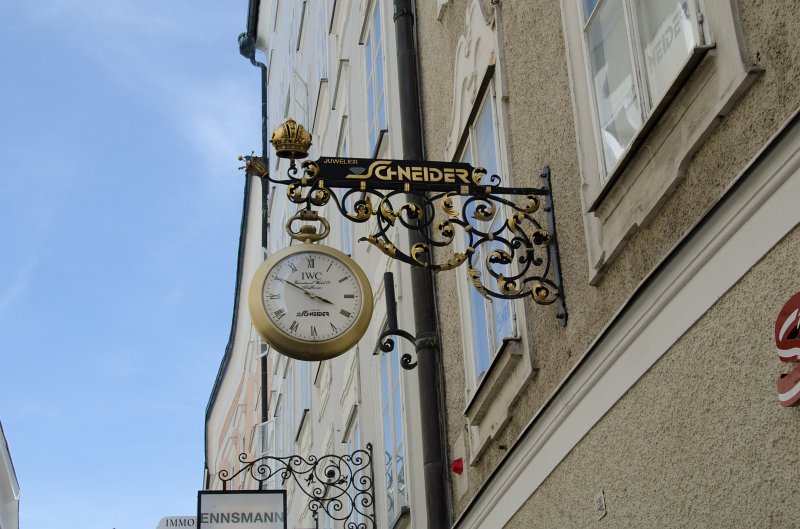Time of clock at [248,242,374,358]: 3:50
